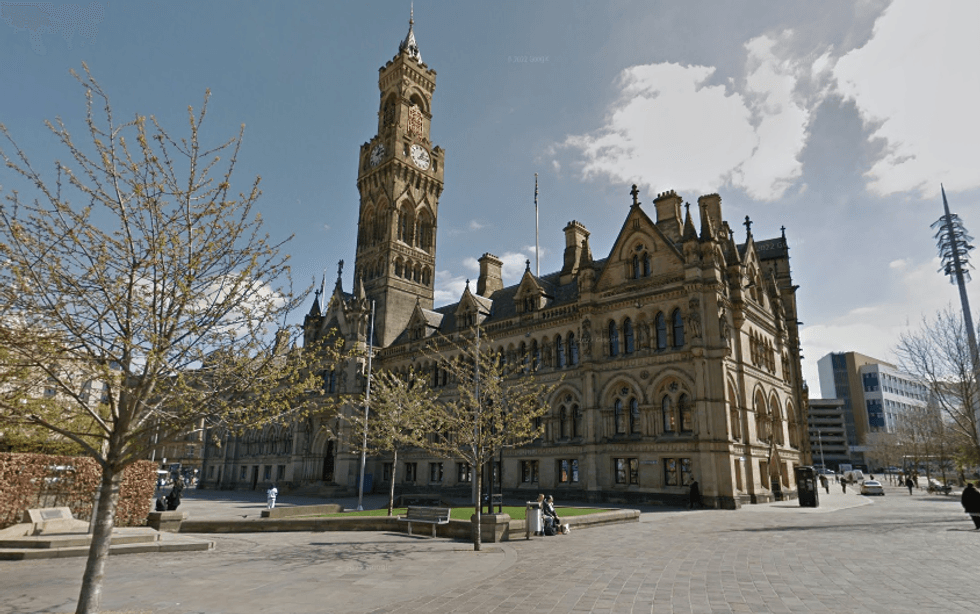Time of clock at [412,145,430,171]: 1:16
